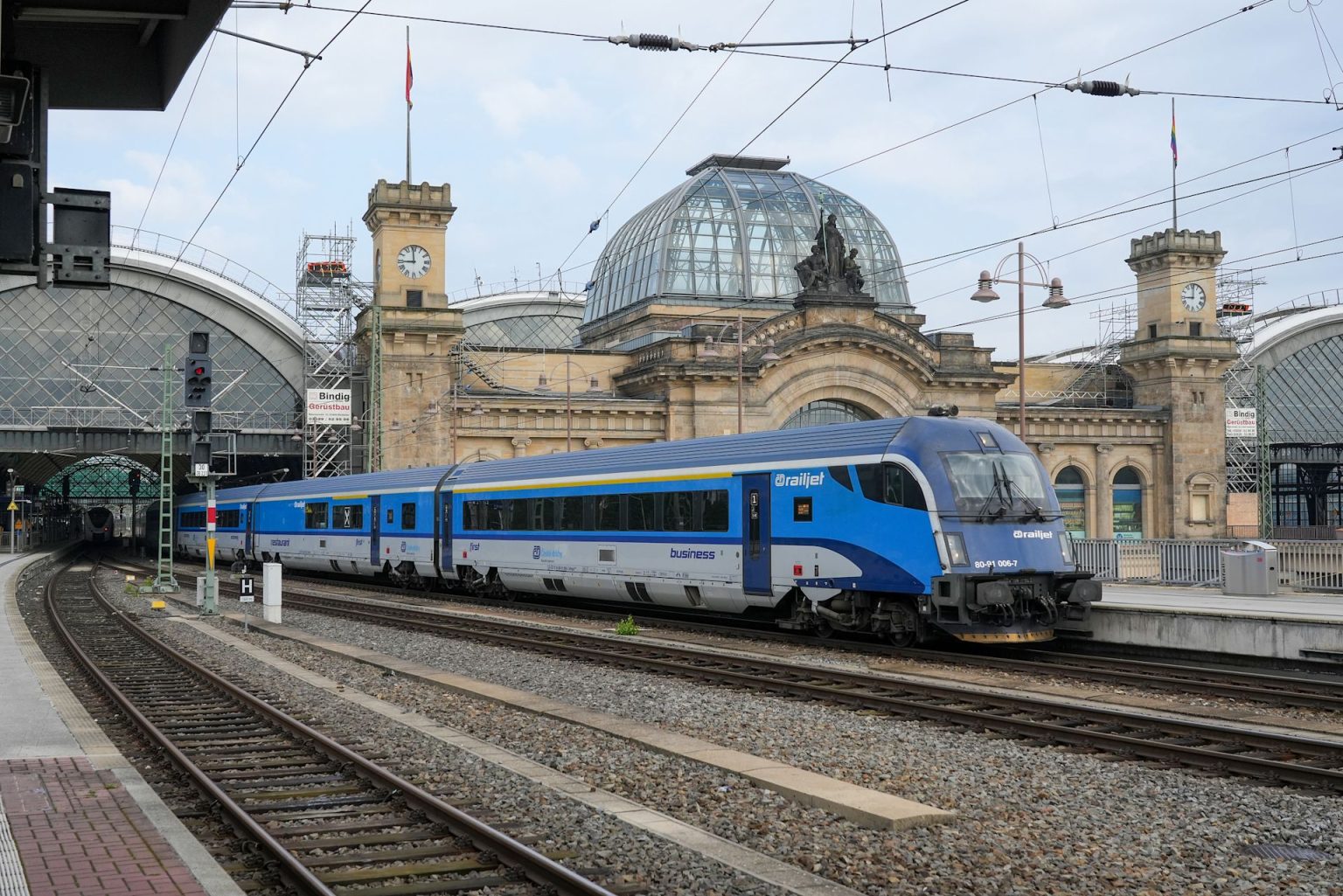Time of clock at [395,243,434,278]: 8:59
